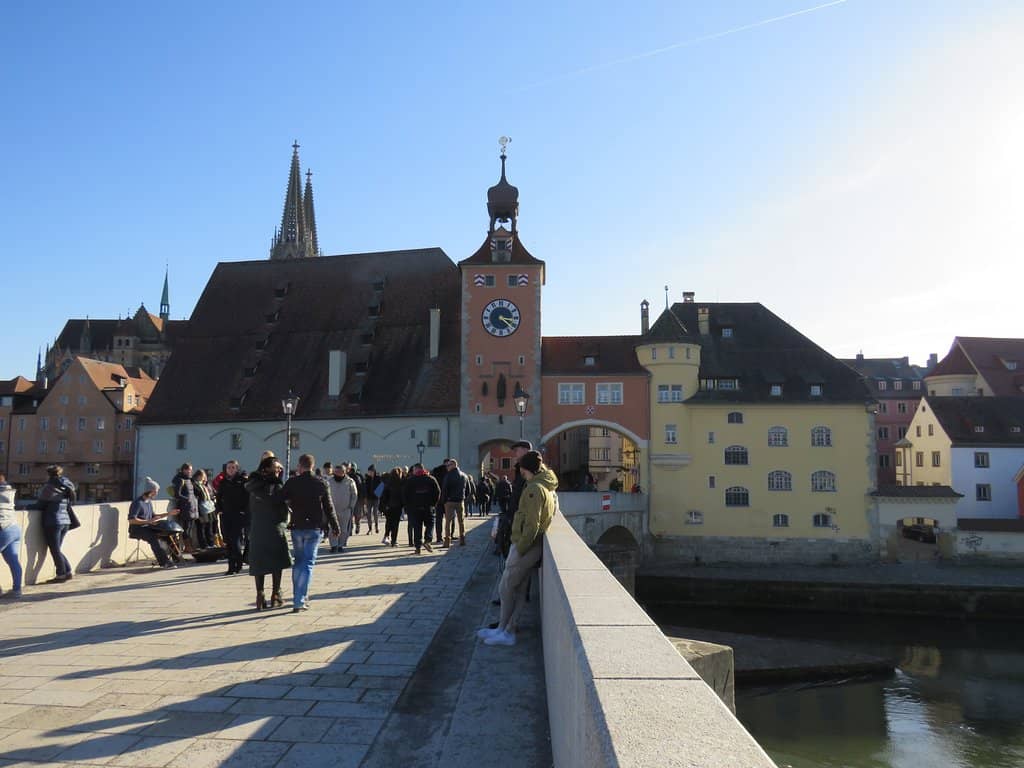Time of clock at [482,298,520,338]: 4:16
